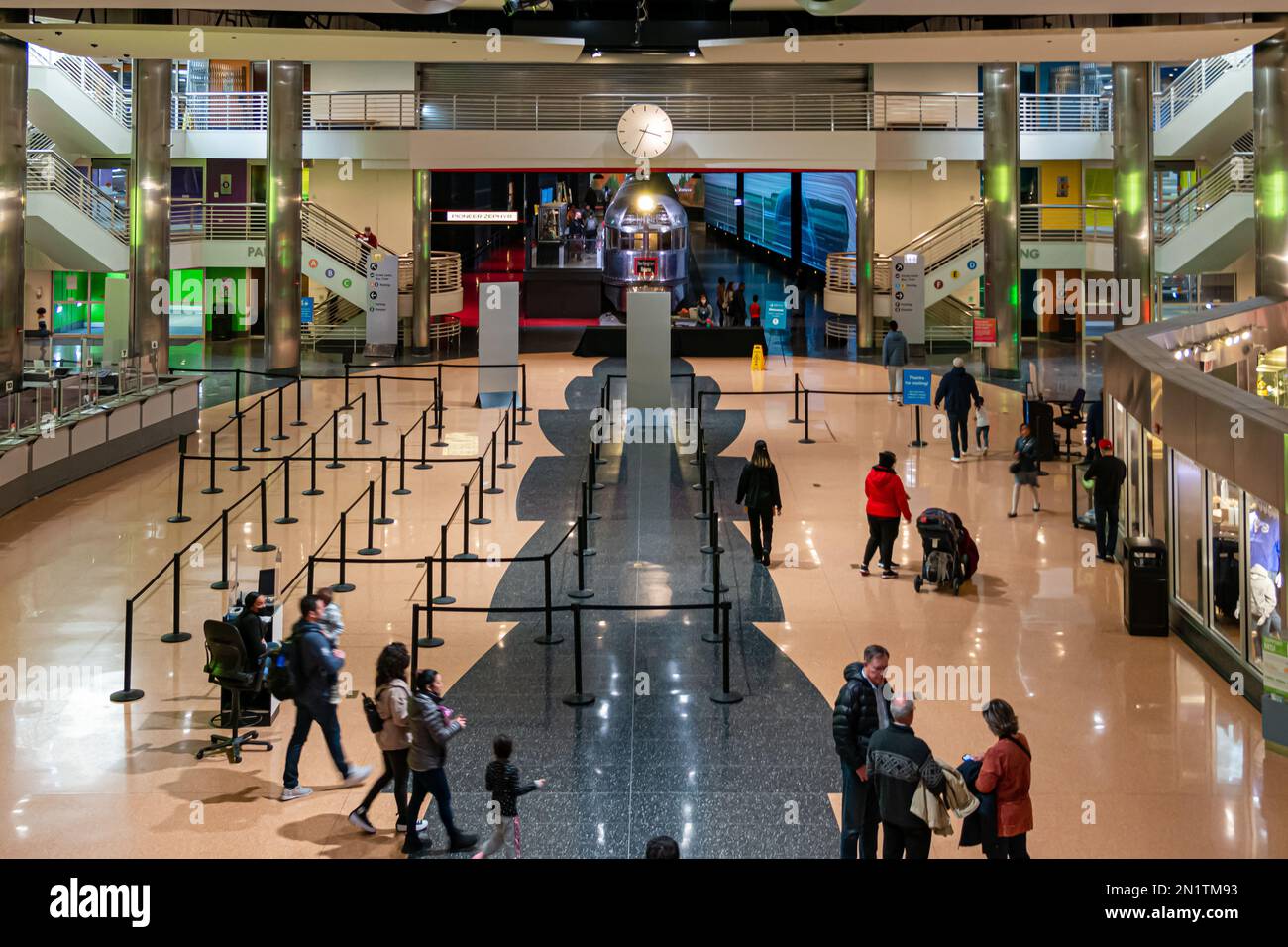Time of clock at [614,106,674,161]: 3:34
